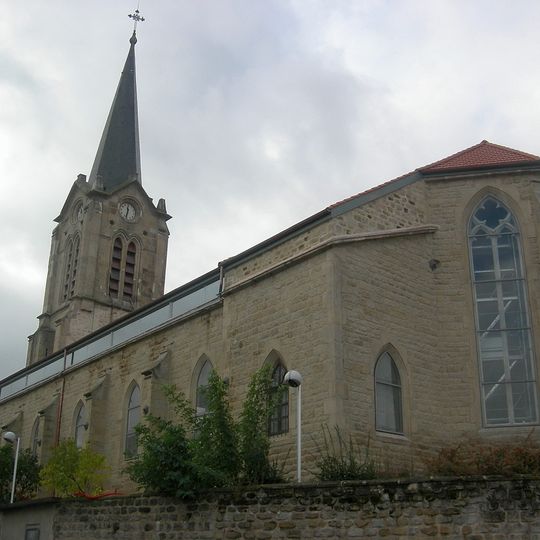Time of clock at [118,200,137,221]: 11:32
